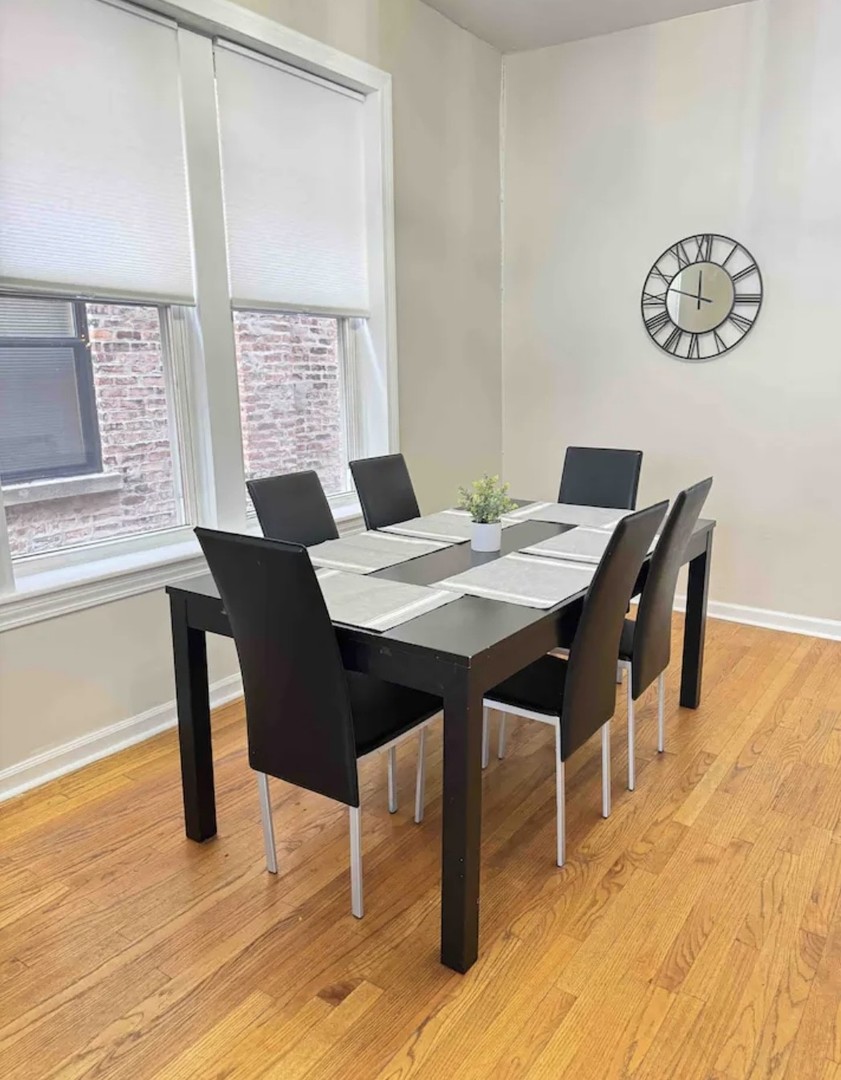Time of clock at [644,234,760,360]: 11:47
